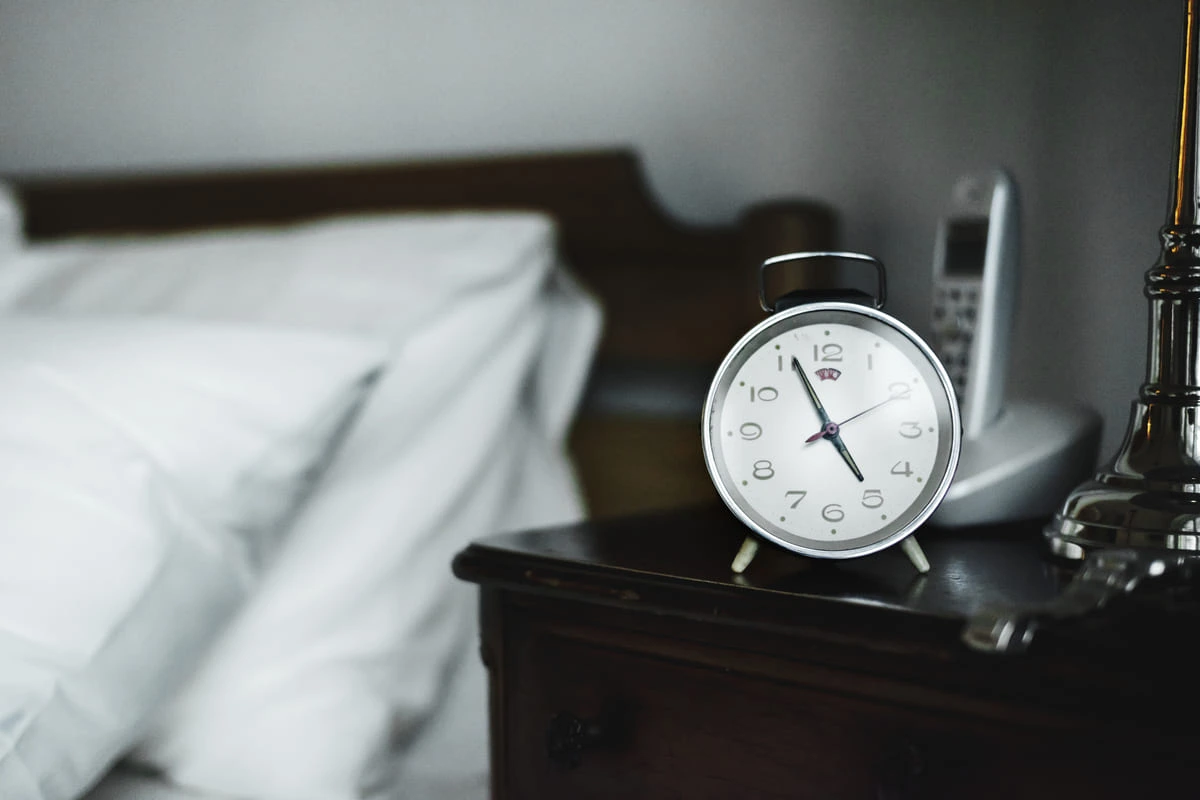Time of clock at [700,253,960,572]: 4:56
